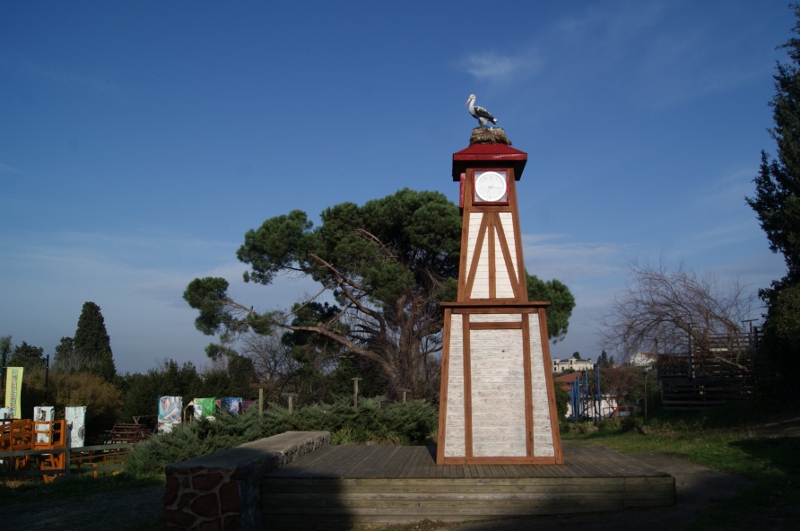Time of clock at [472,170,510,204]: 7:16
